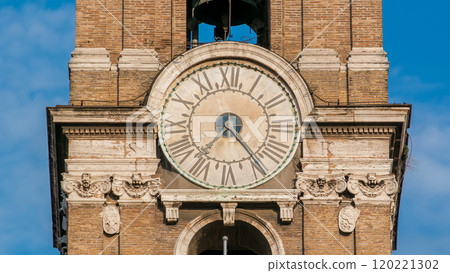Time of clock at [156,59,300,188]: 7:24
